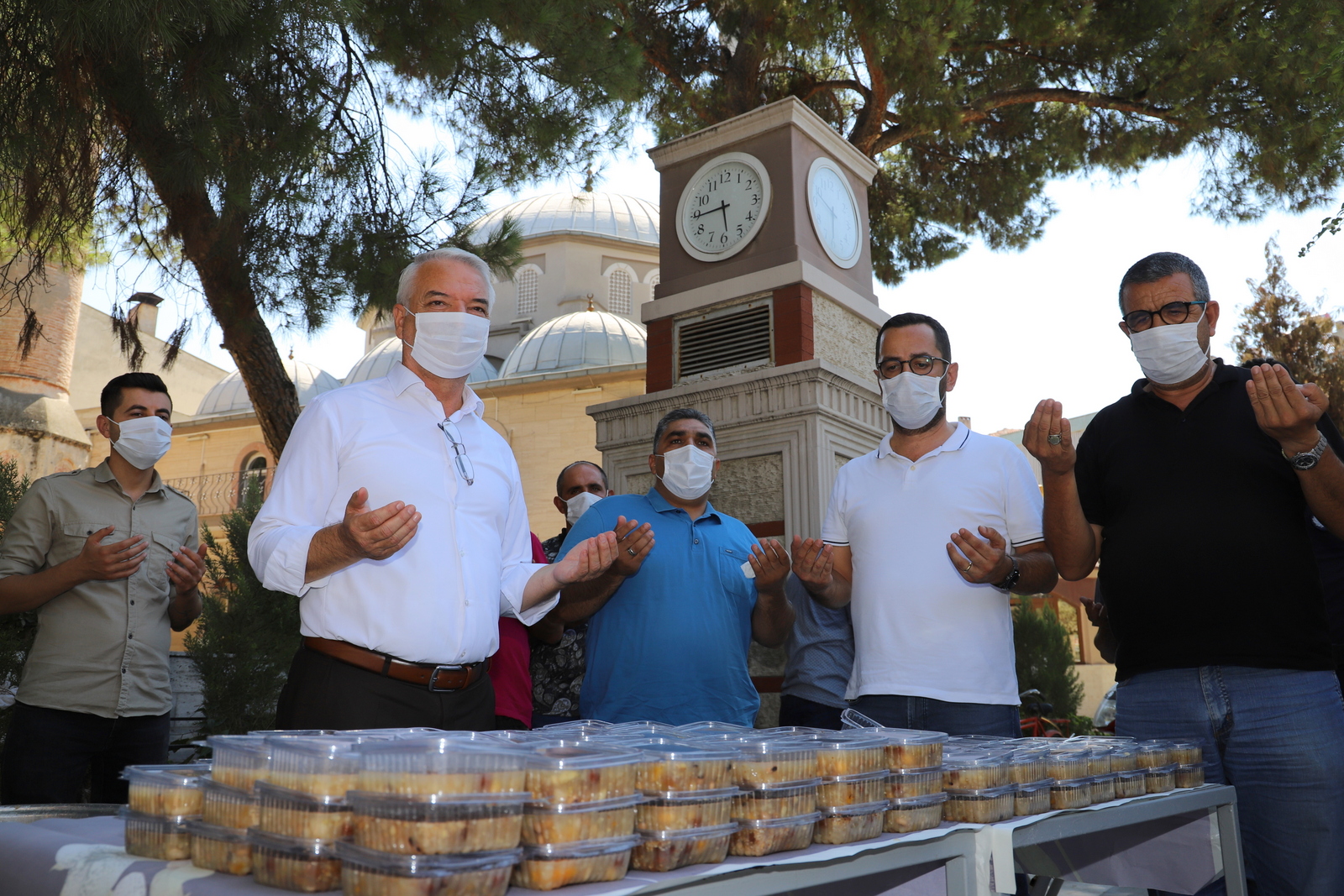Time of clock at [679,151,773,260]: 5:44
